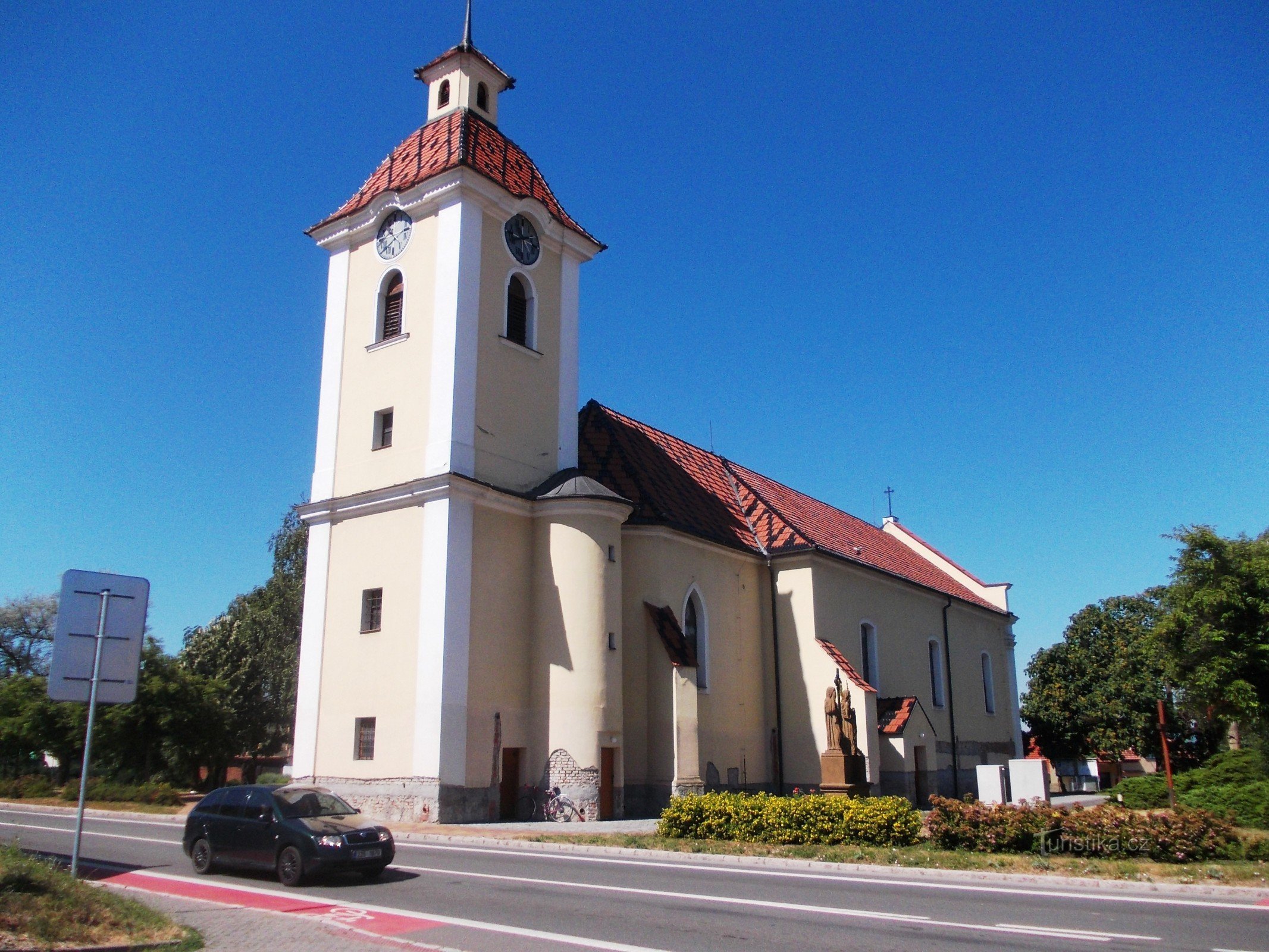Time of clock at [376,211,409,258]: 10:39
